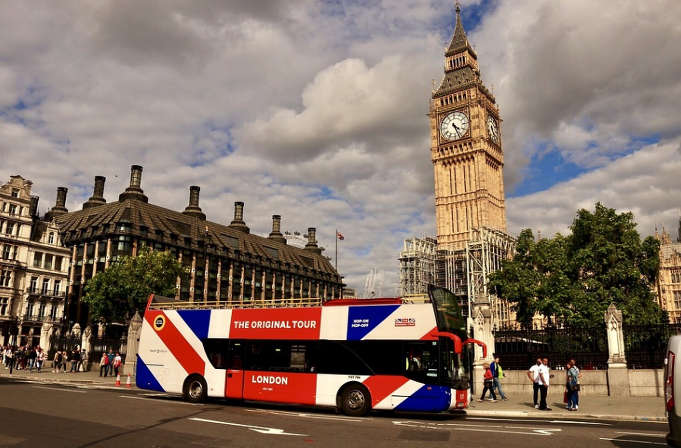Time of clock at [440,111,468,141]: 4:26
